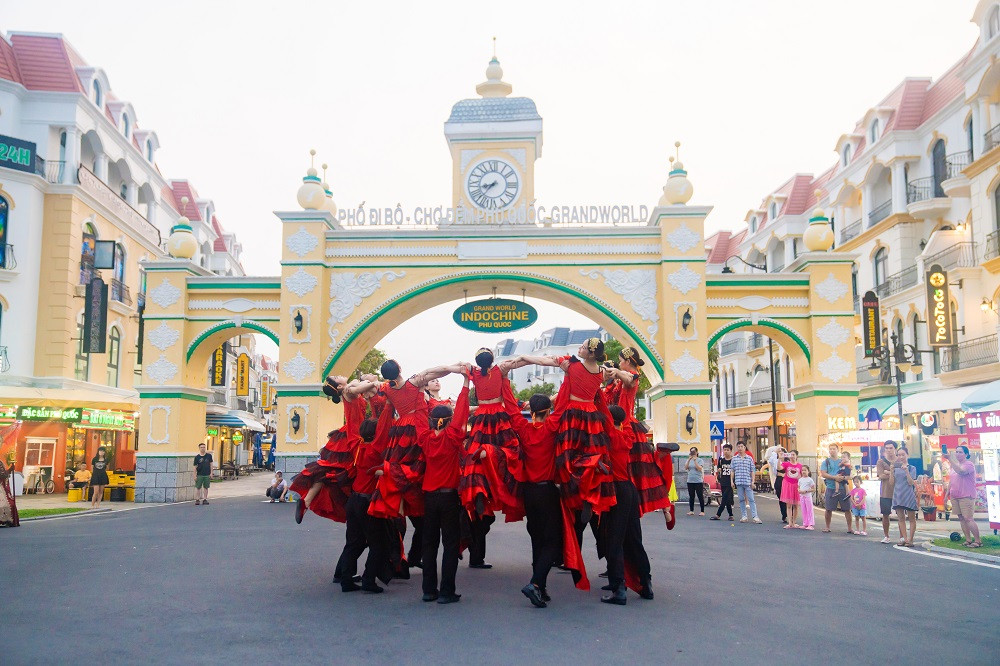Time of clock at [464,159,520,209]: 8:37
